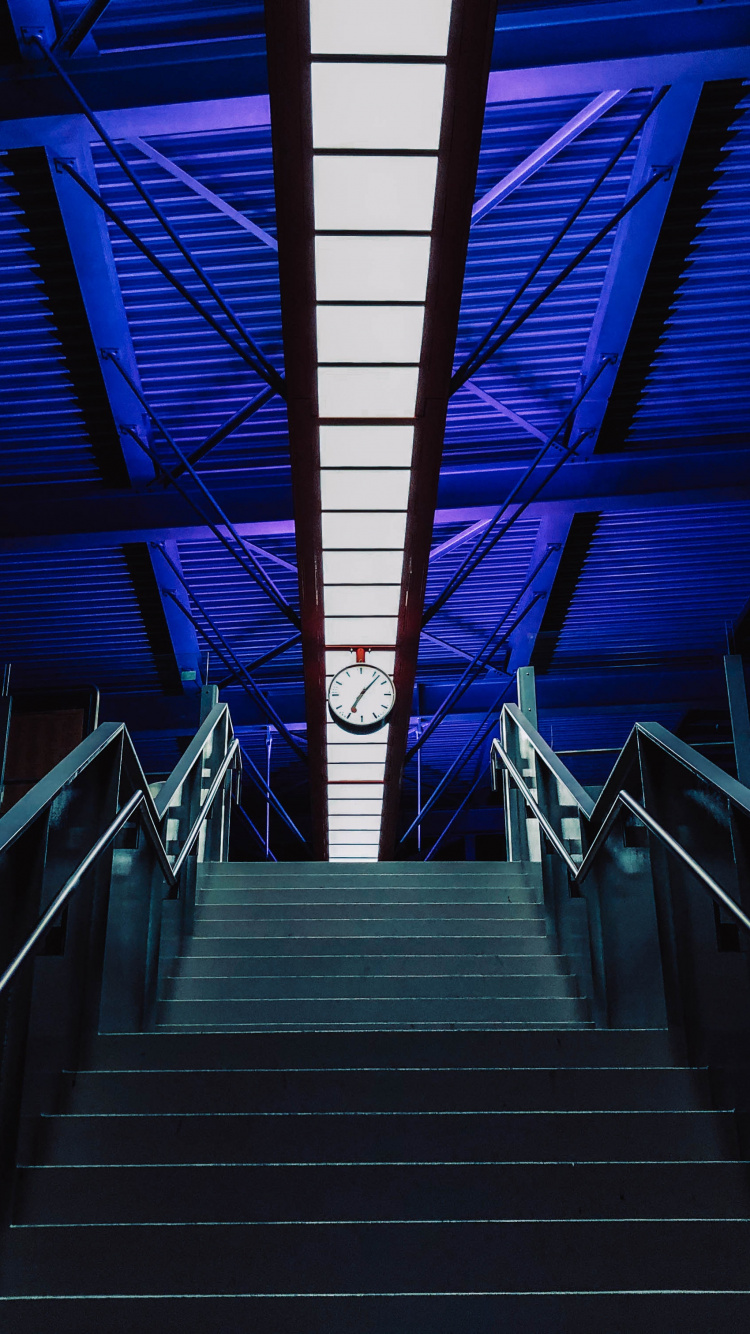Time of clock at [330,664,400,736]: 7:07
